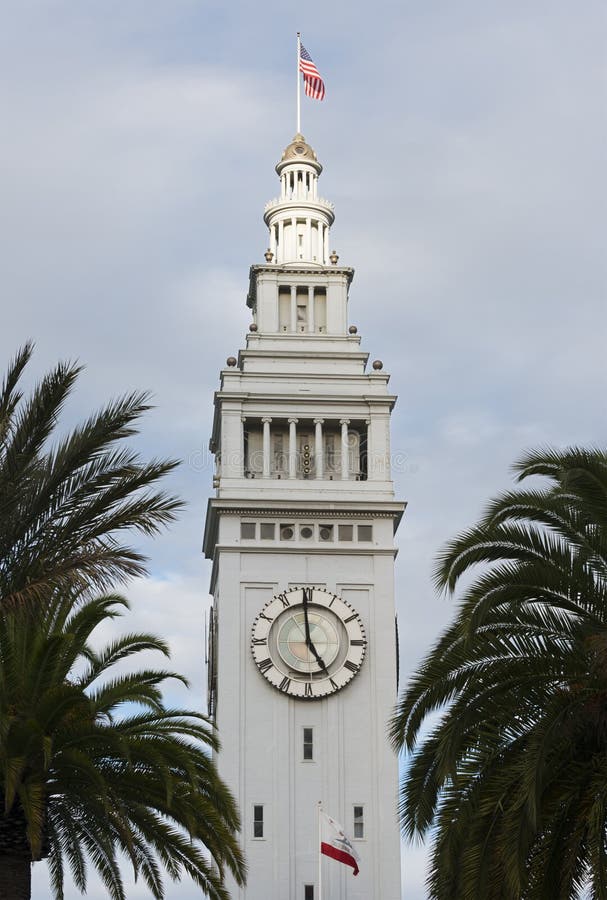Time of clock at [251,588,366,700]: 4:59
